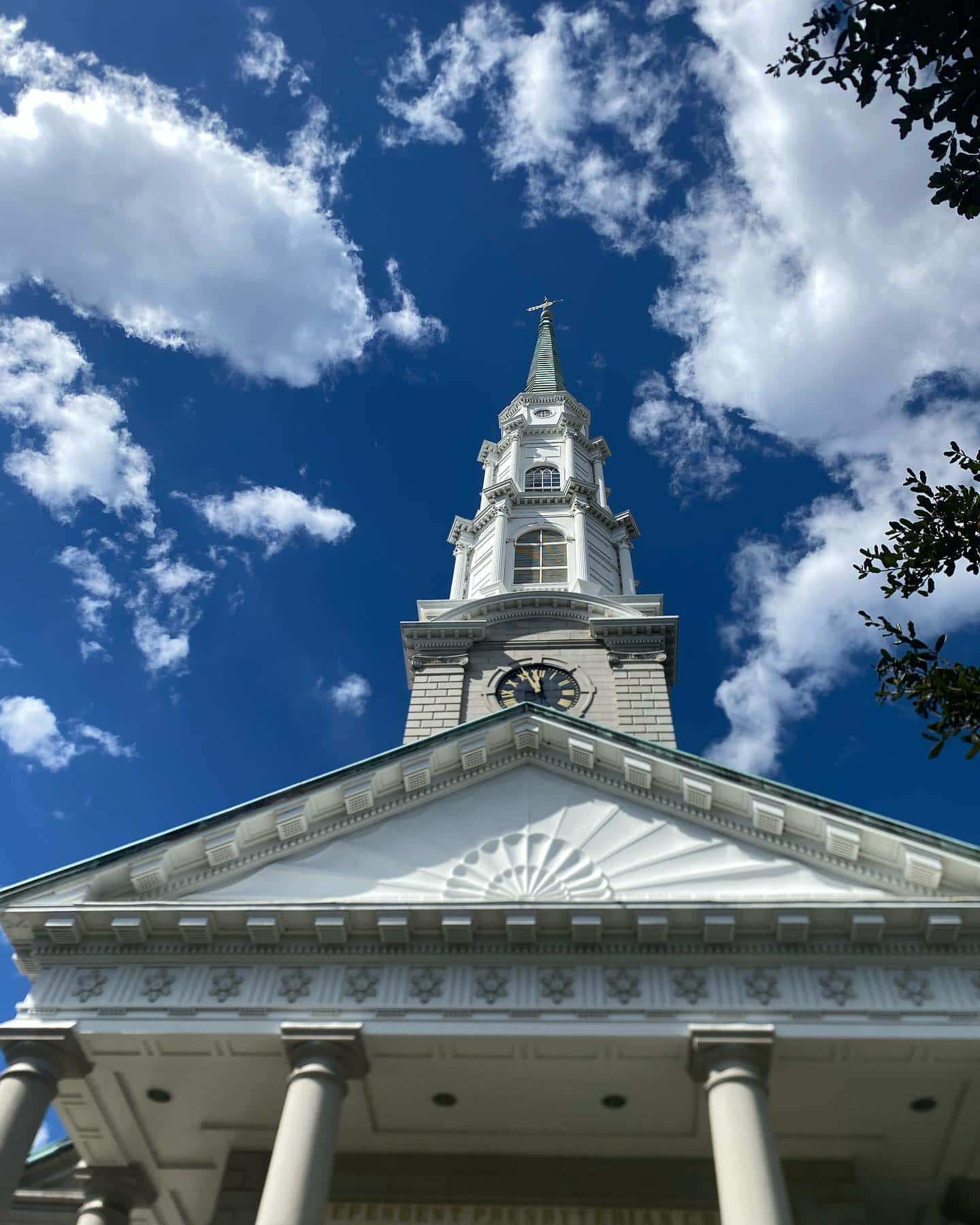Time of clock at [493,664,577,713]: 11:55
